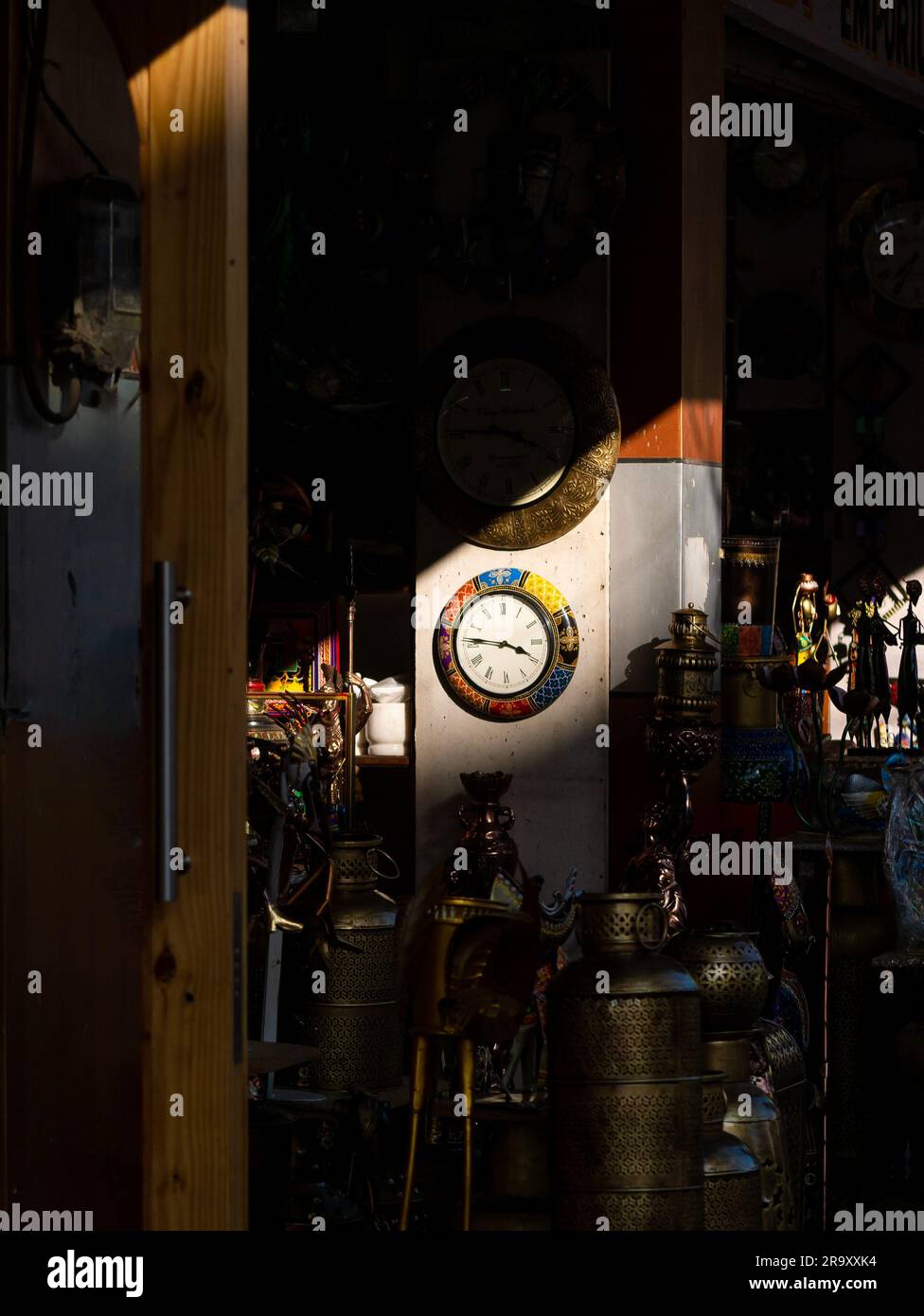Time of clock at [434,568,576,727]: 3:46
